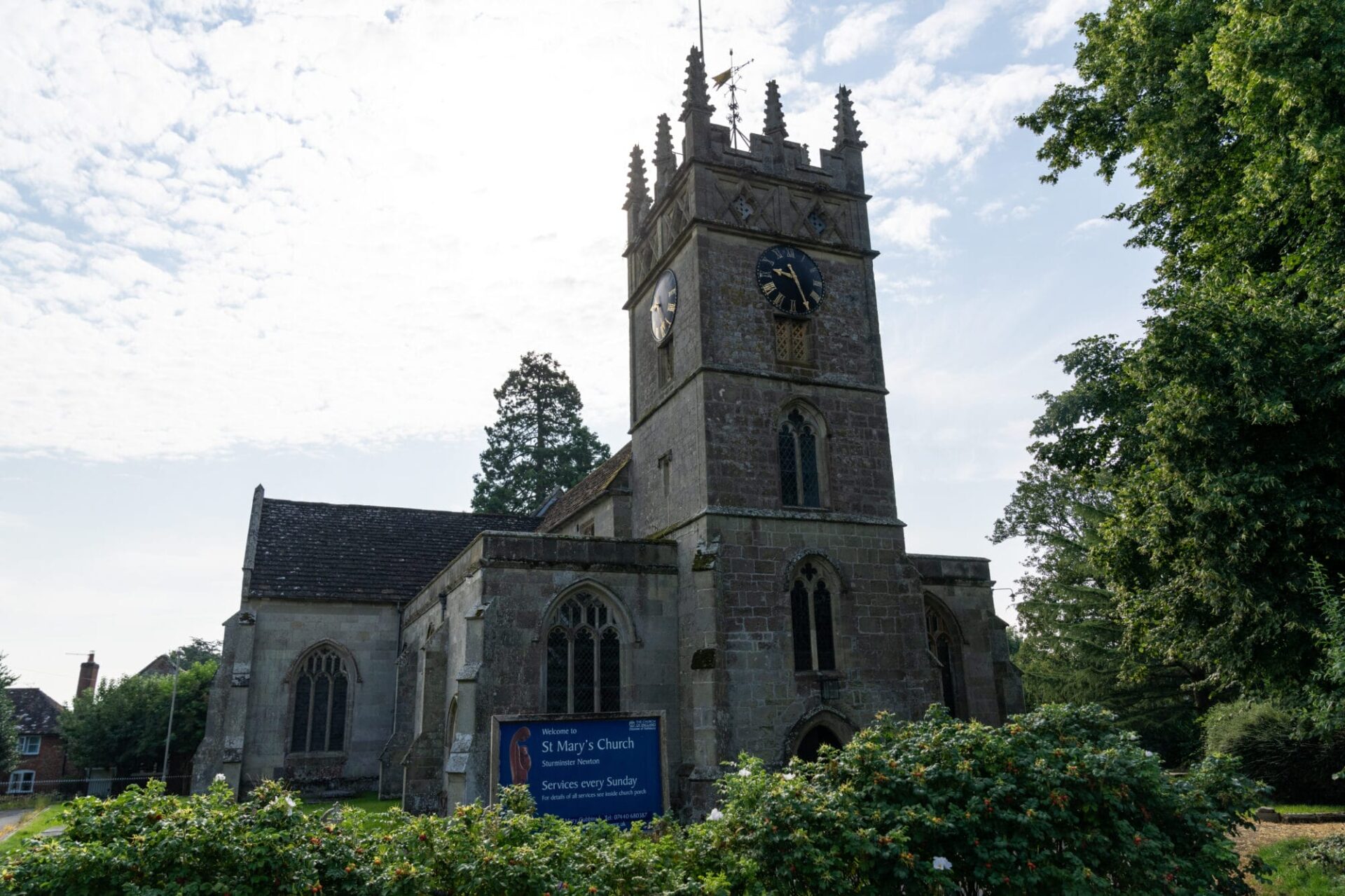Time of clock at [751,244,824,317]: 9:25
